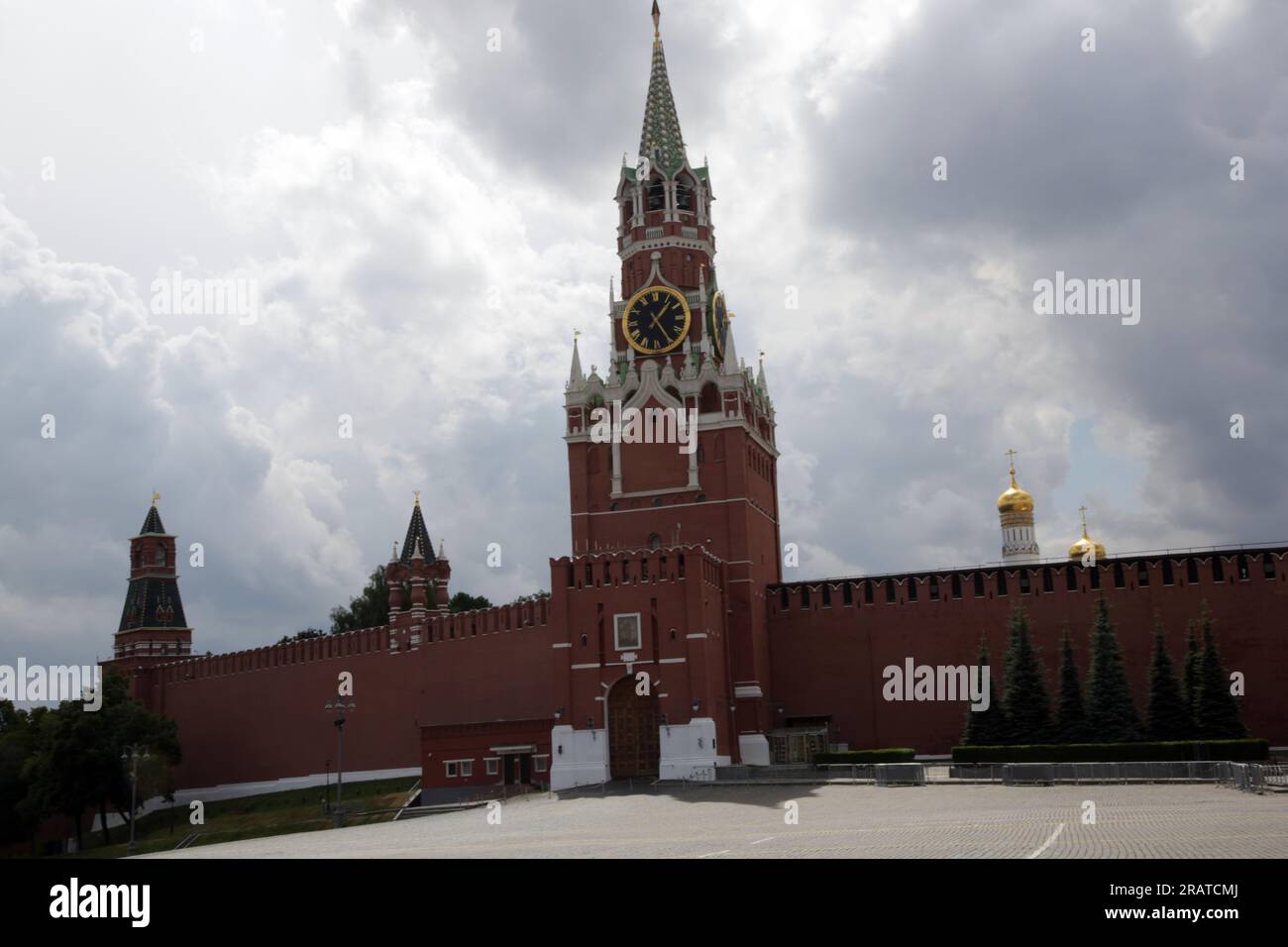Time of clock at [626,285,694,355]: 1:24
